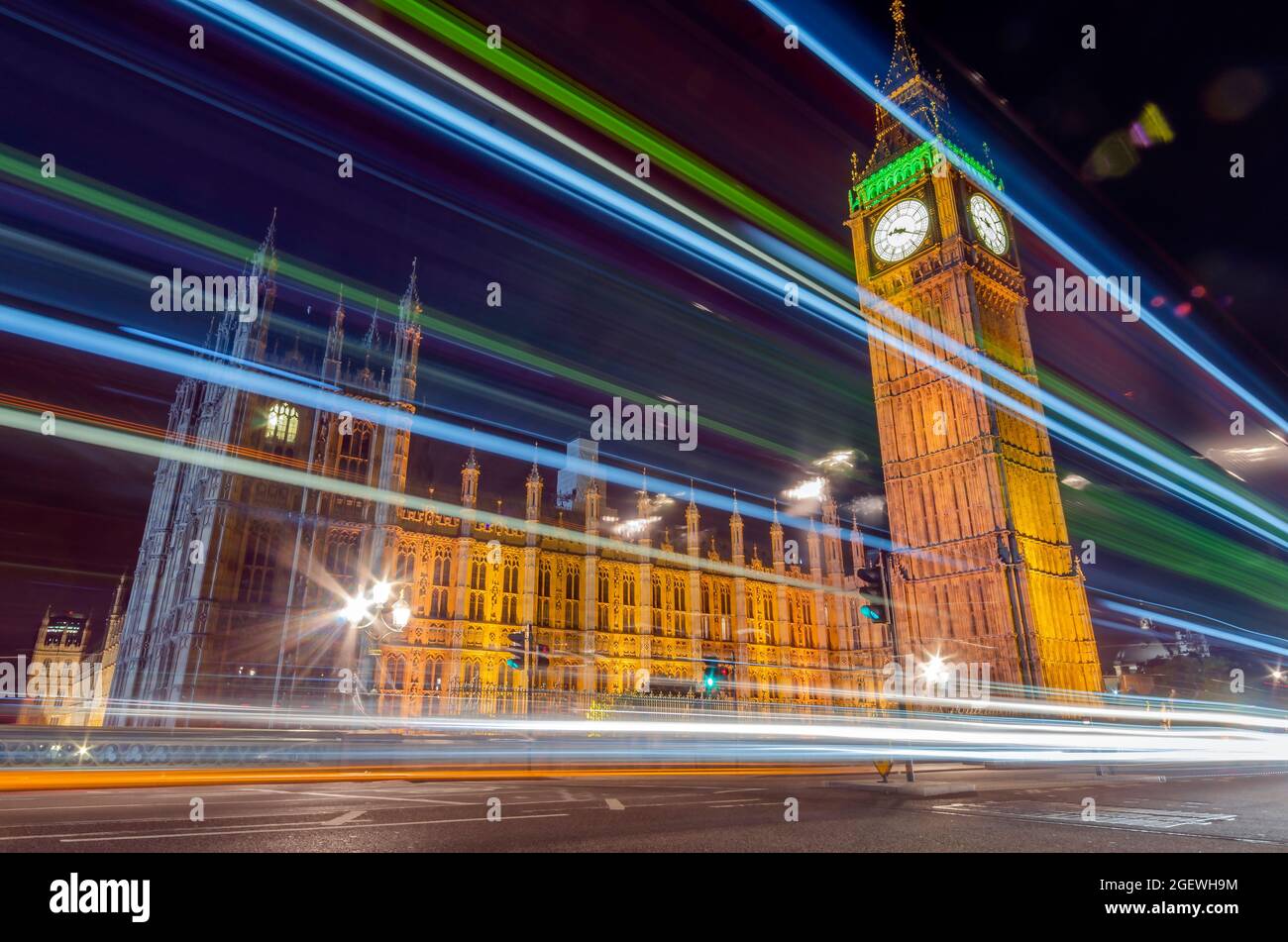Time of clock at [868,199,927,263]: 9:20
